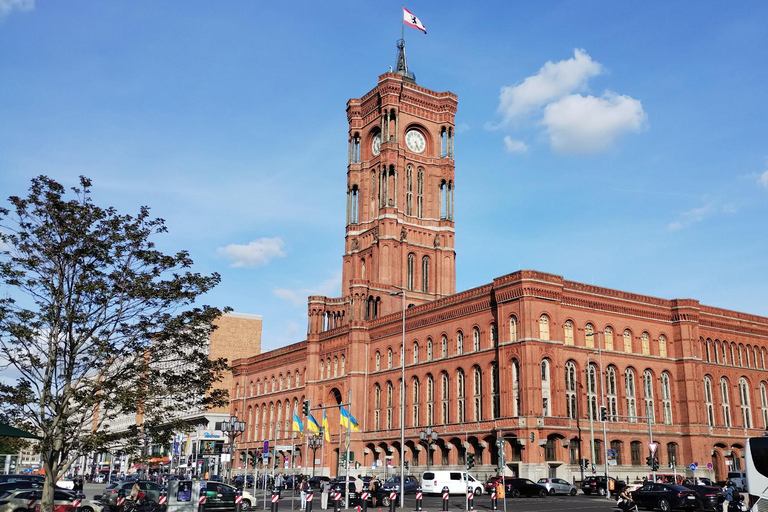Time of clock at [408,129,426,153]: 5:26
